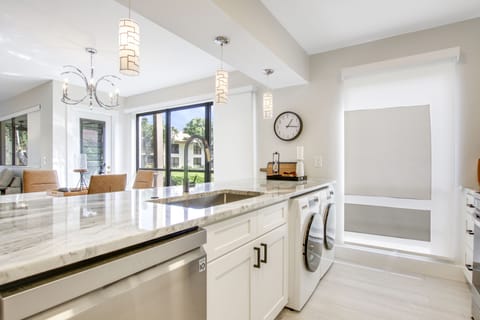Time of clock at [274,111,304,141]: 1:16
